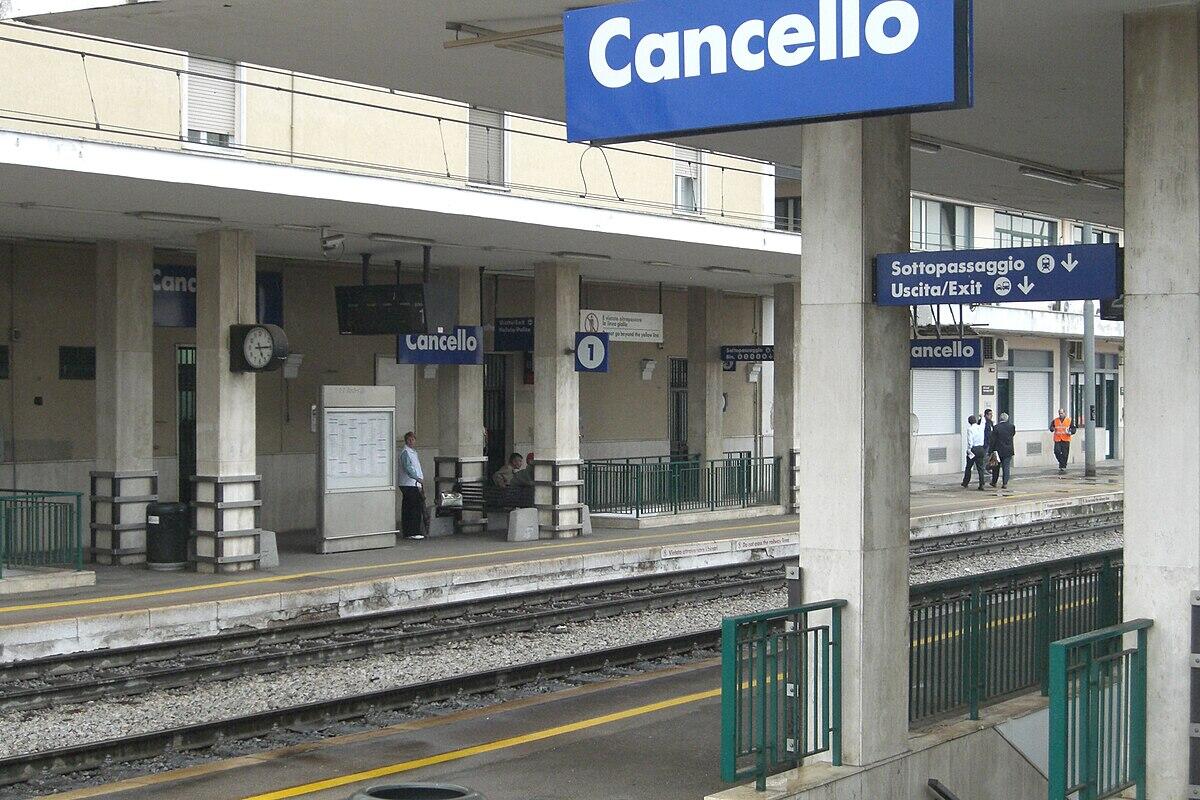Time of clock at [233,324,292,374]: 5:15
